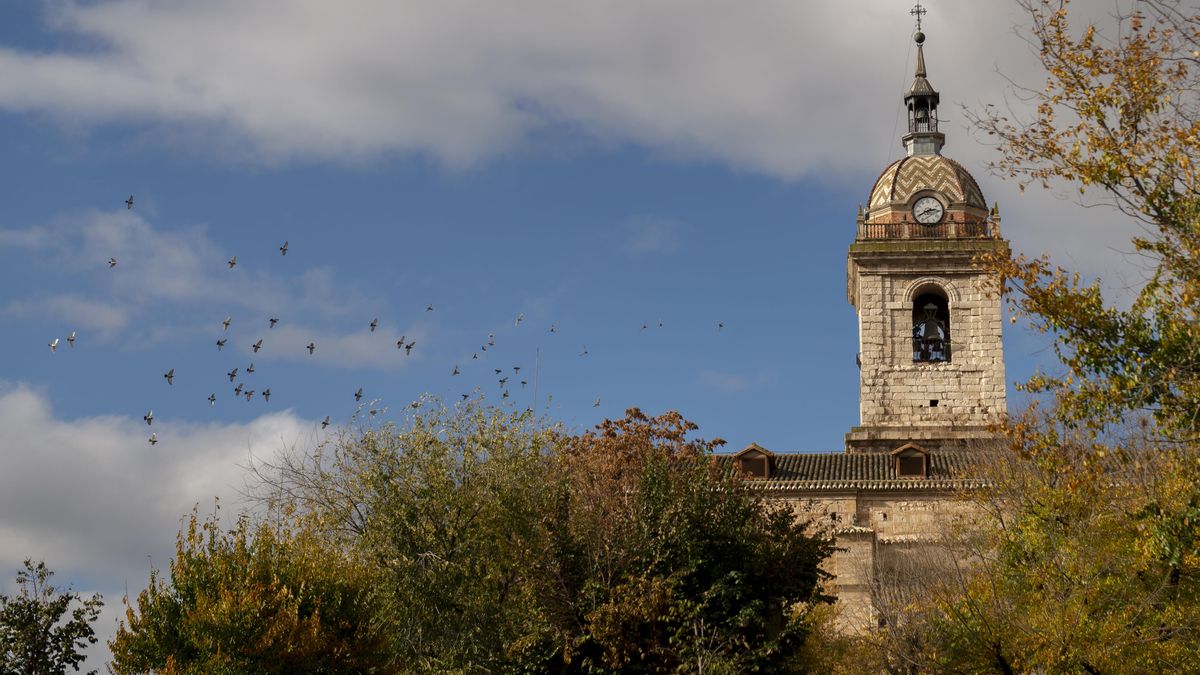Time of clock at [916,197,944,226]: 2:40
